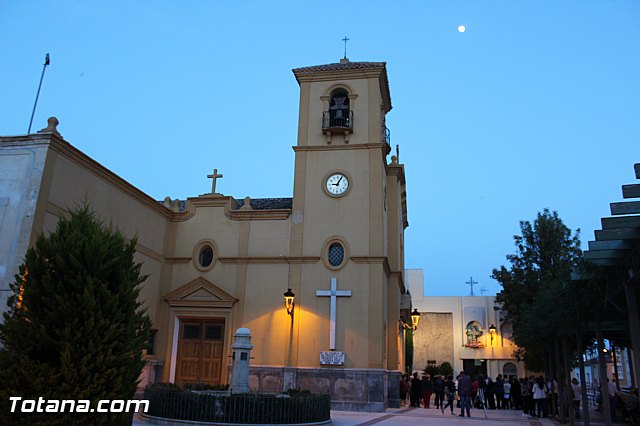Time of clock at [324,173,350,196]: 9:05
